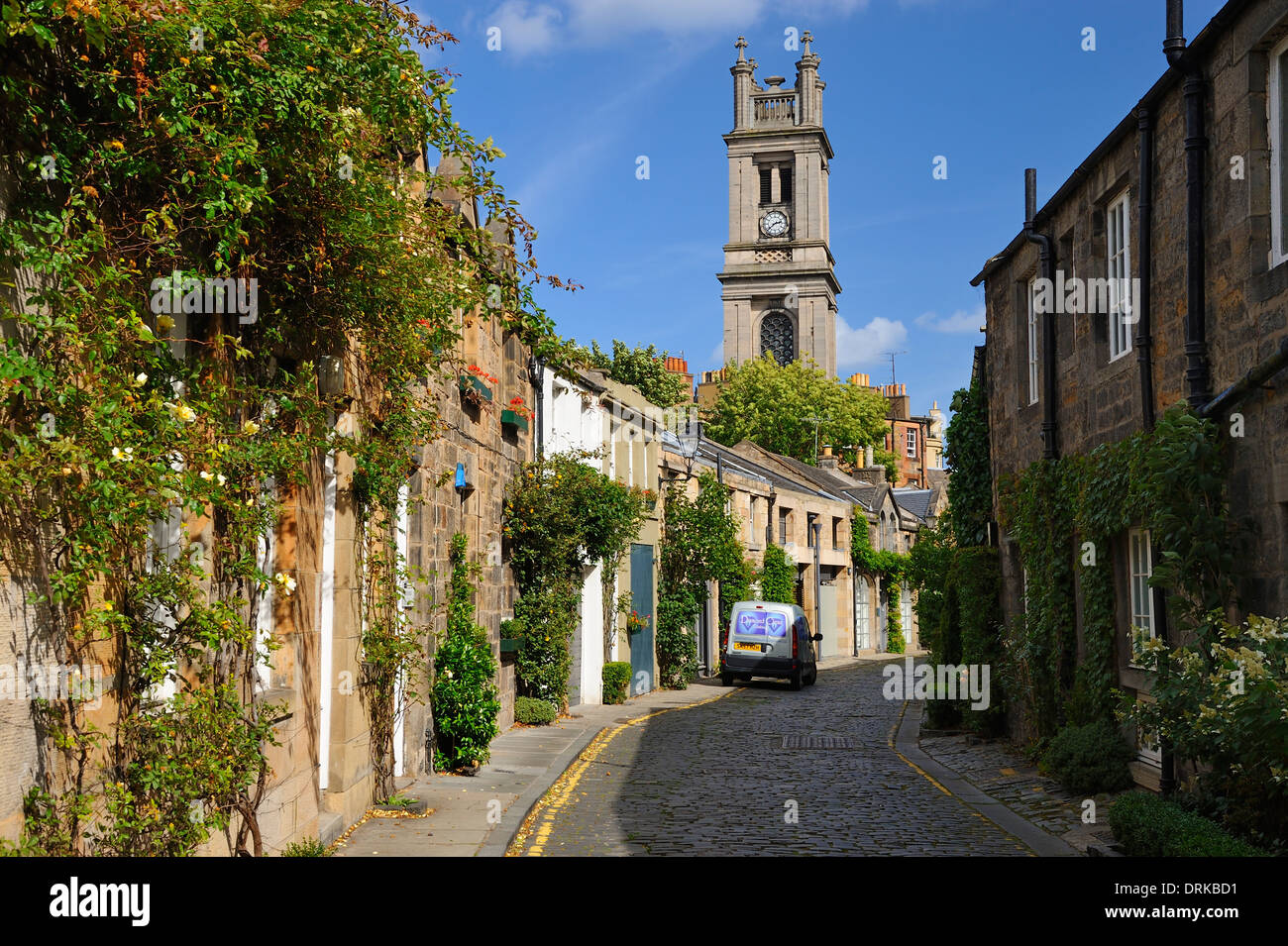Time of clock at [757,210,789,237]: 2:38
